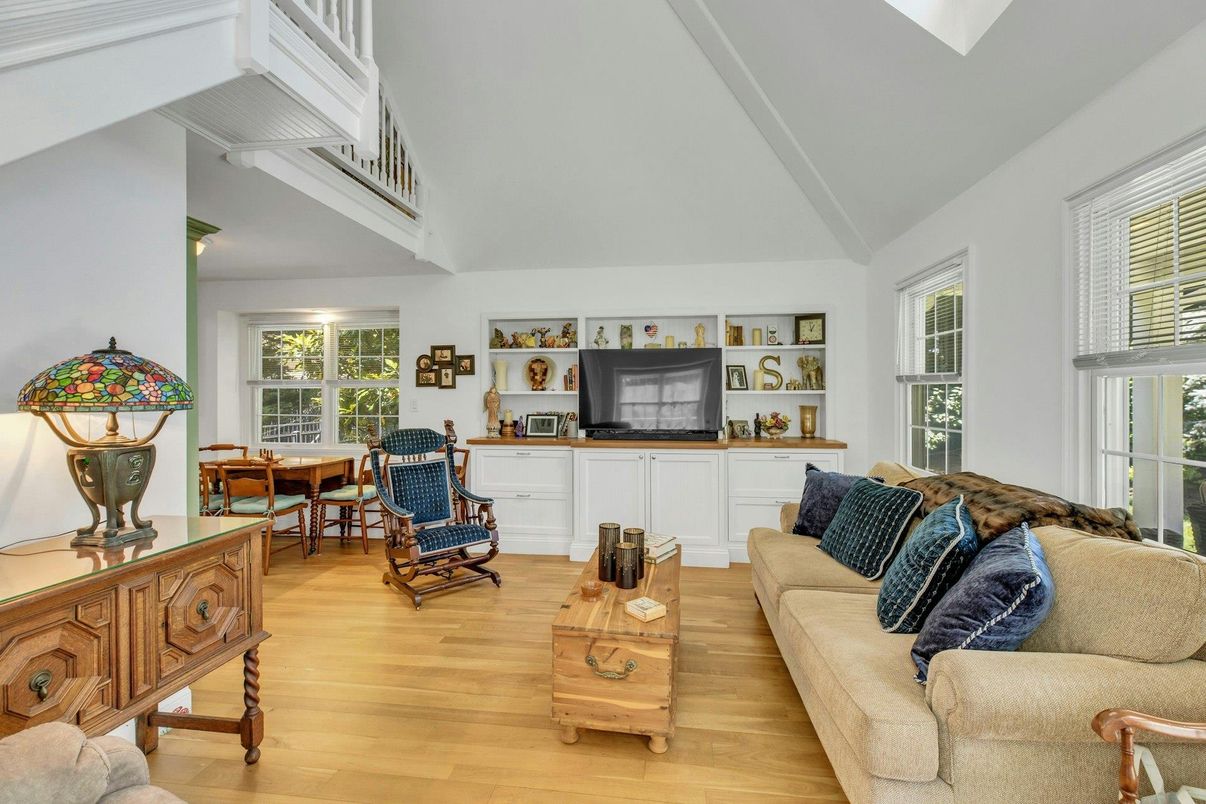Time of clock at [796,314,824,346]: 12:58
